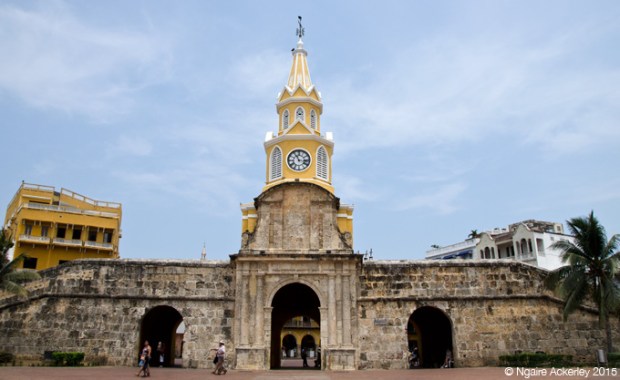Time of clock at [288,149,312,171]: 11:17
